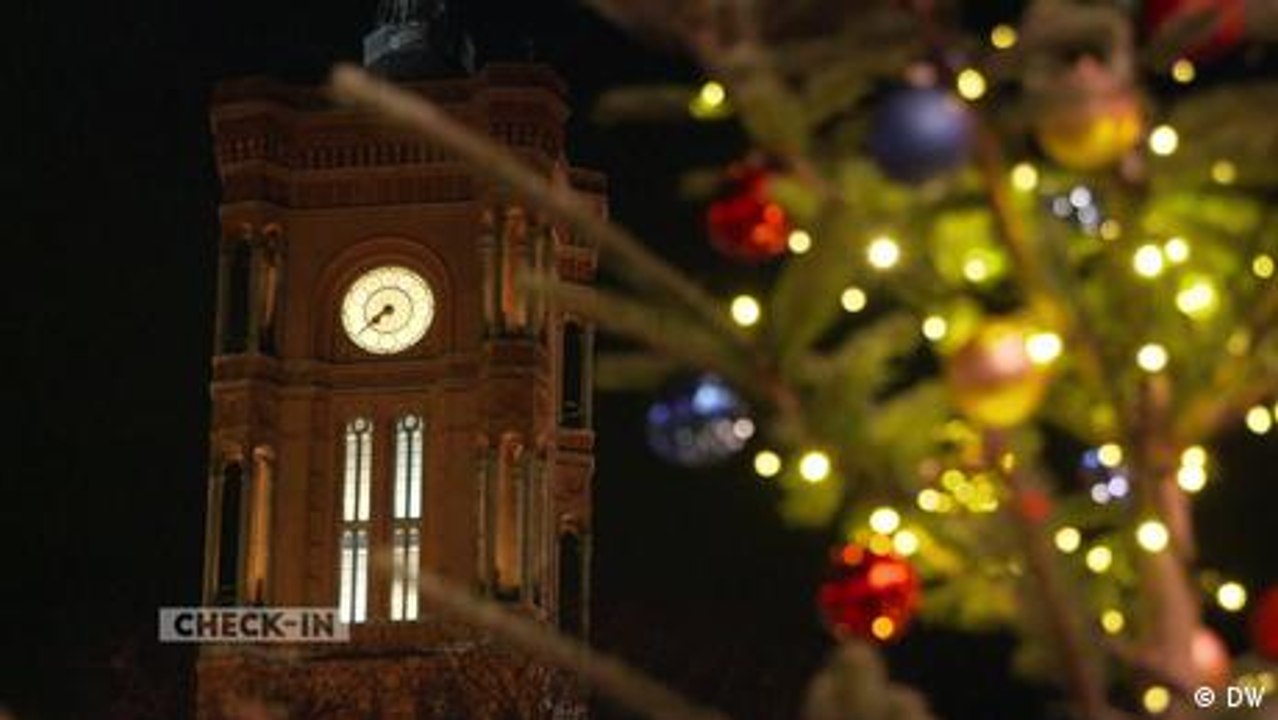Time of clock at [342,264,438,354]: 7:38
